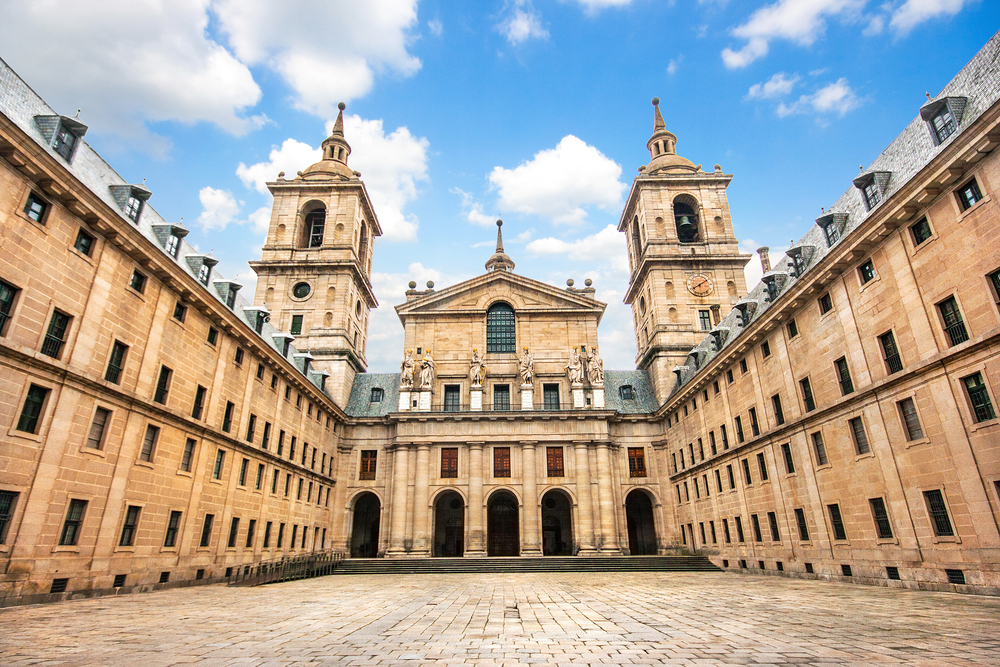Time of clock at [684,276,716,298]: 8:09
